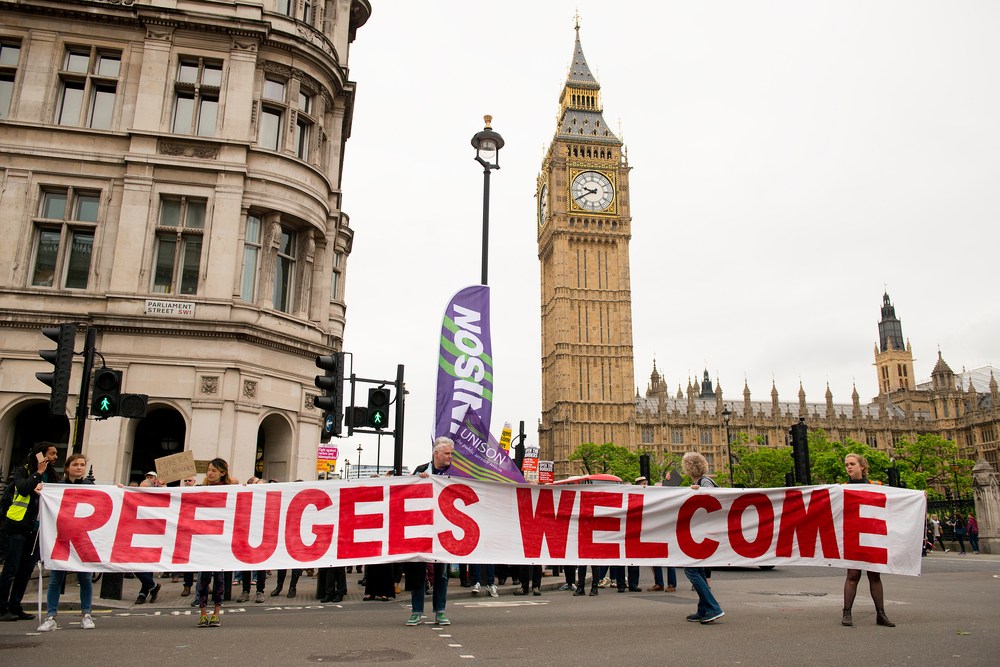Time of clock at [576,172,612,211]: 9:40
